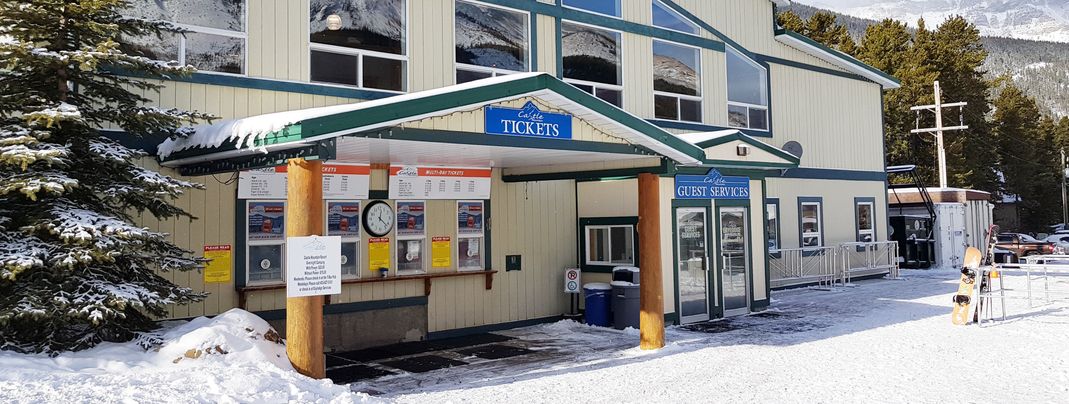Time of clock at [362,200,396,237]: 12:22
